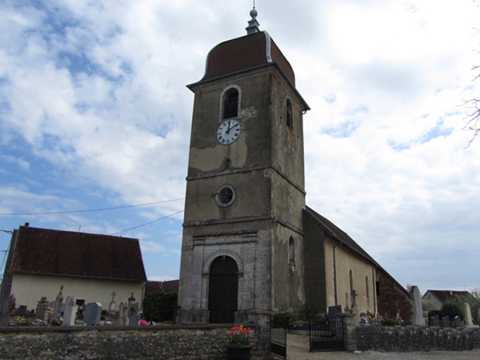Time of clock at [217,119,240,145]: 12:09
